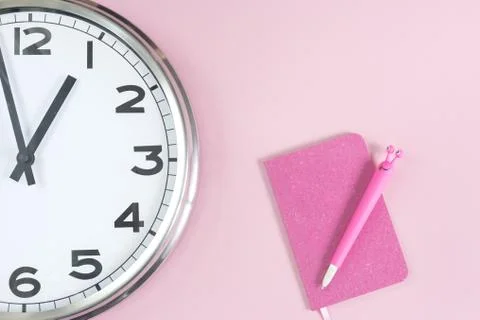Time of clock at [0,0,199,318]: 12:56
